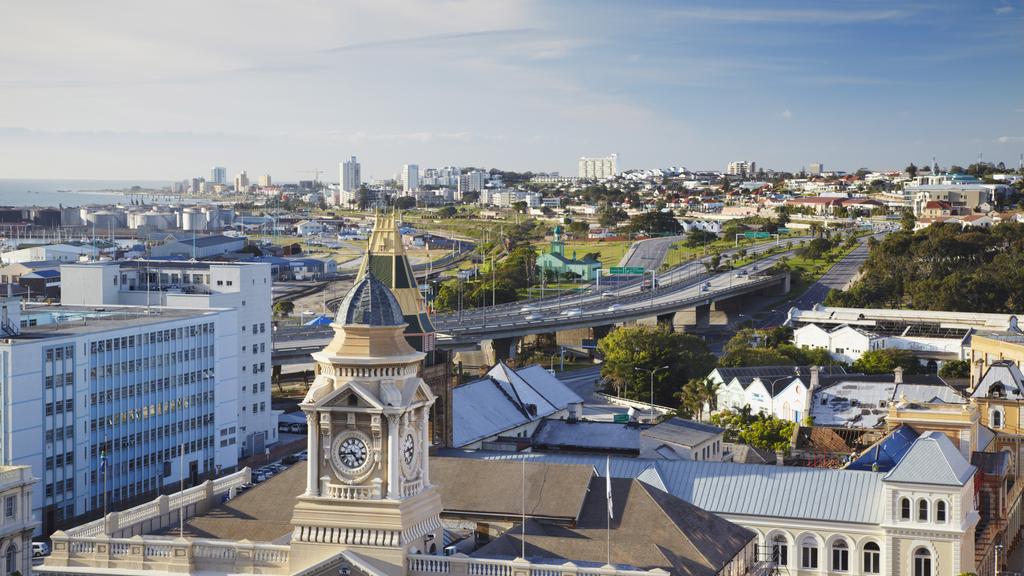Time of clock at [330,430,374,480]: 4:42
